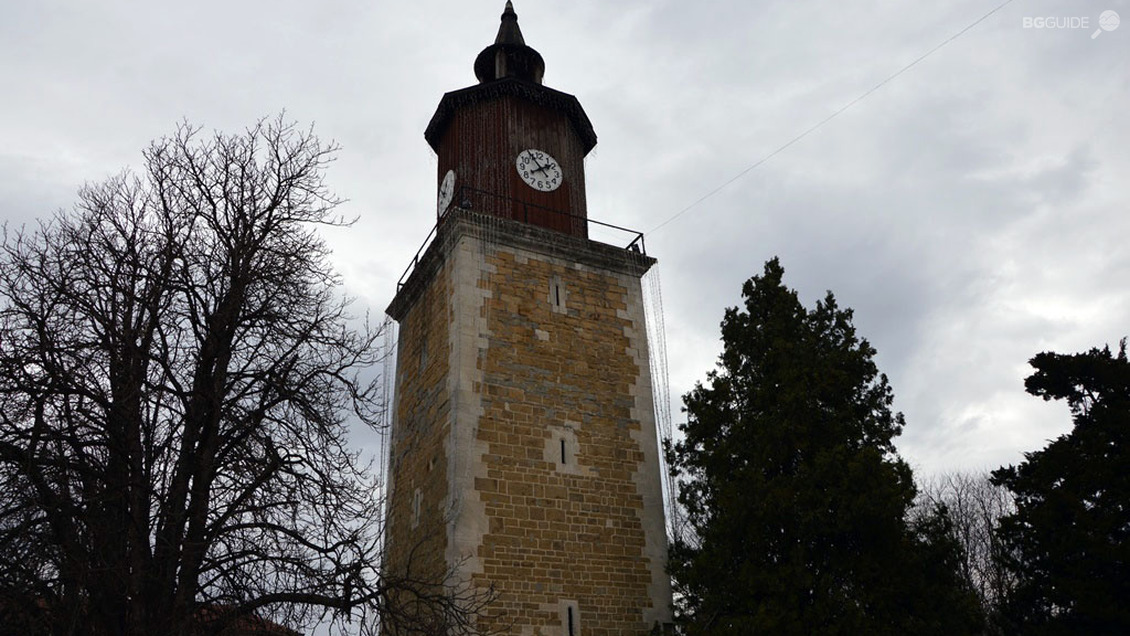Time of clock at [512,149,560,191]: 1:54
